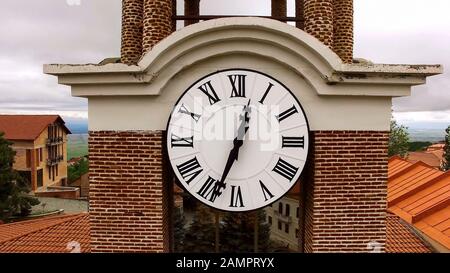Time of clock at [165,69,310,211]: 12:33
